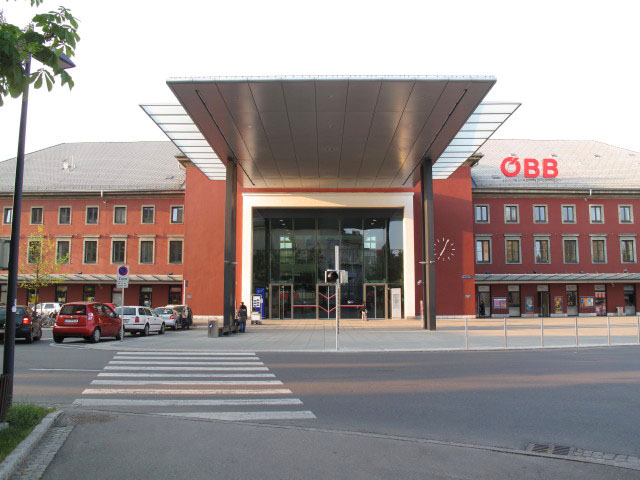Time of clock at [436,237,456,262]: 7:04
